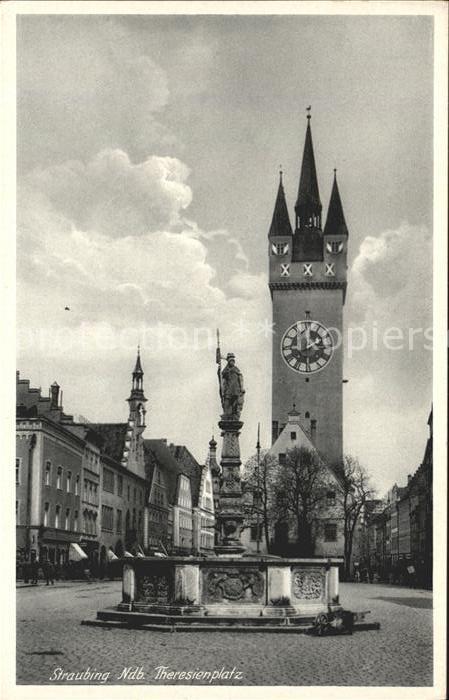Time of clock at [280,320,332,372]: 11:40
